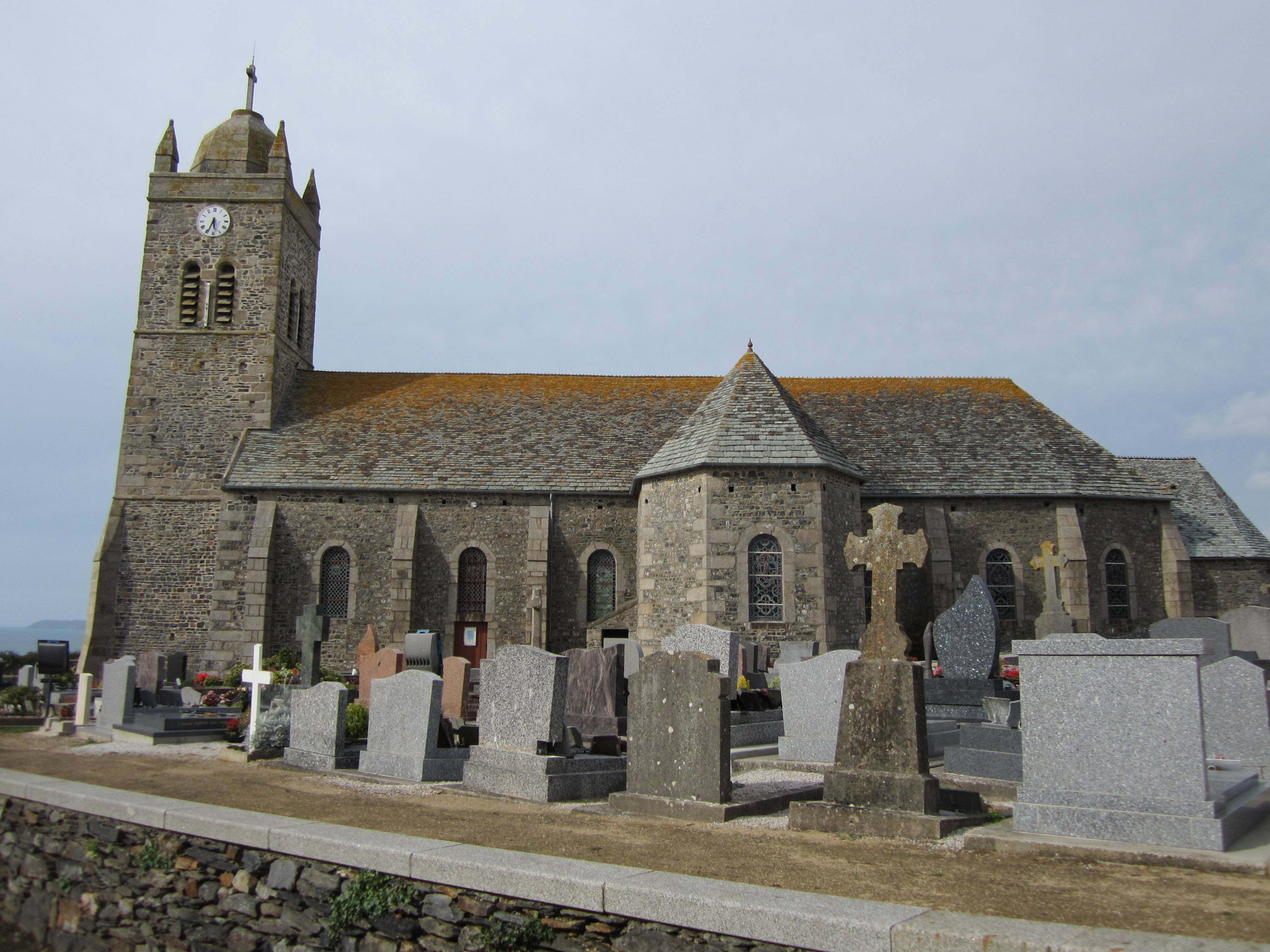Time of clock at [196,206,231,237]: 5:33
